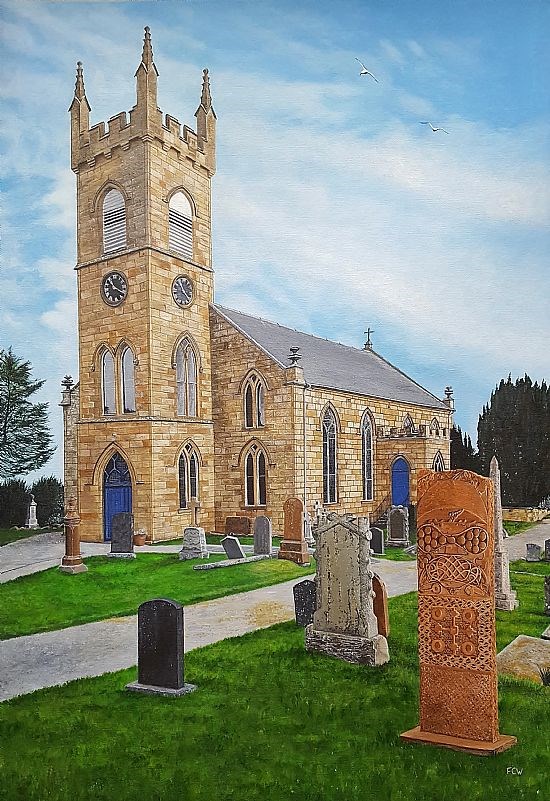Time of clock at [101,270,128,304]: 10:19
